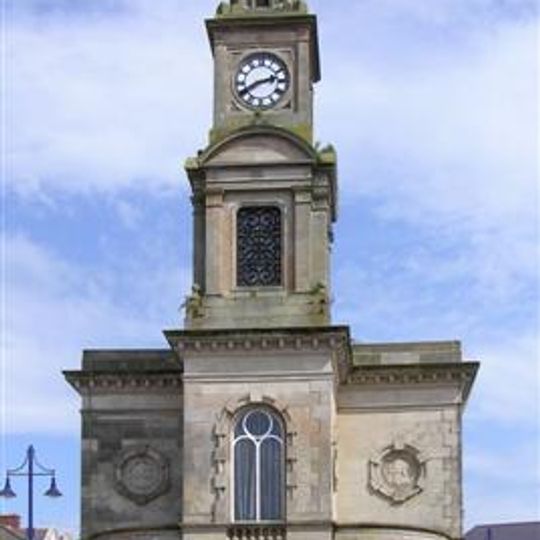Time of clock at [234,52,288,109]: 2:40
